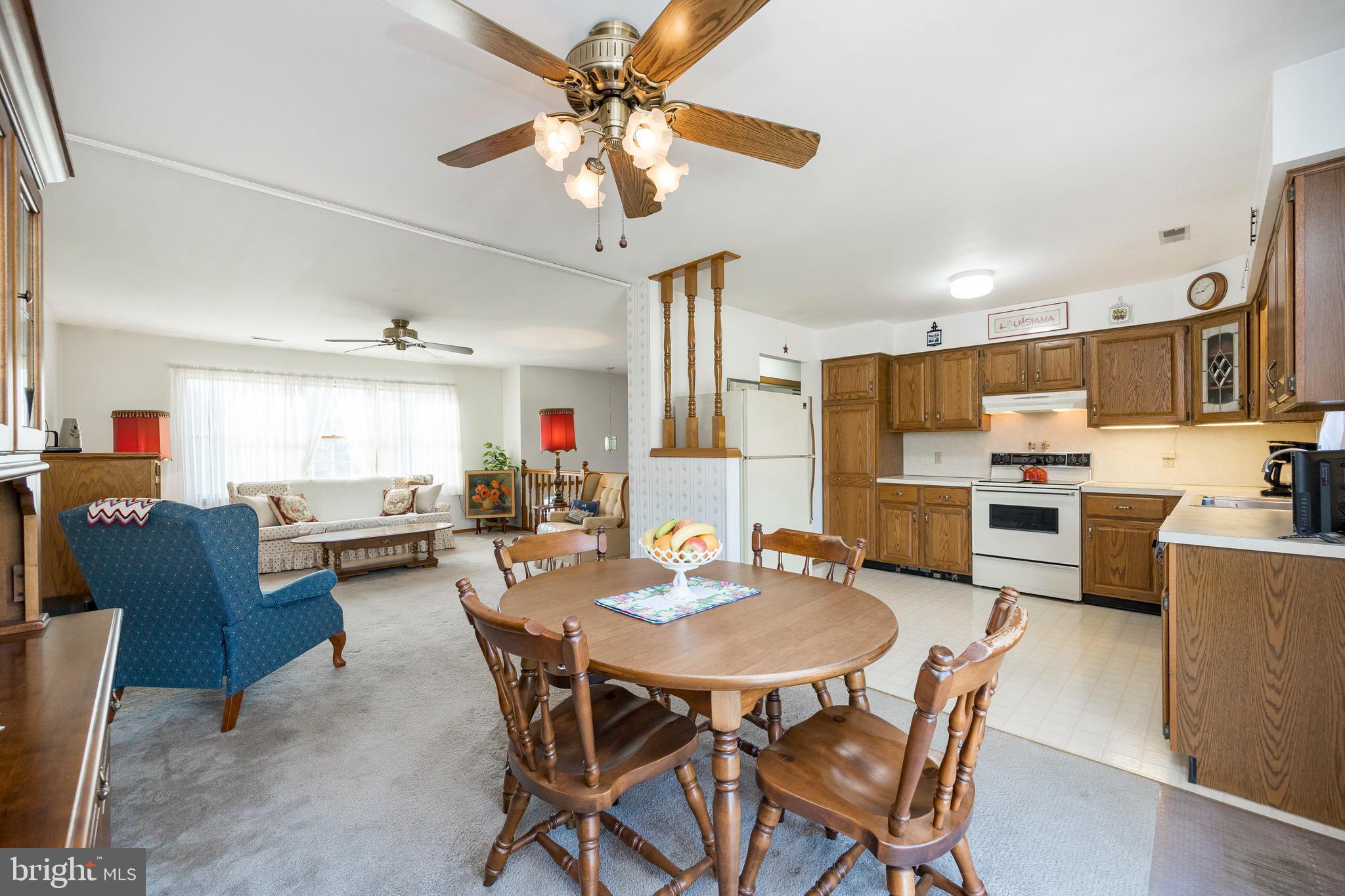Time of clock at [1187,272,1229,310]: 9:08
